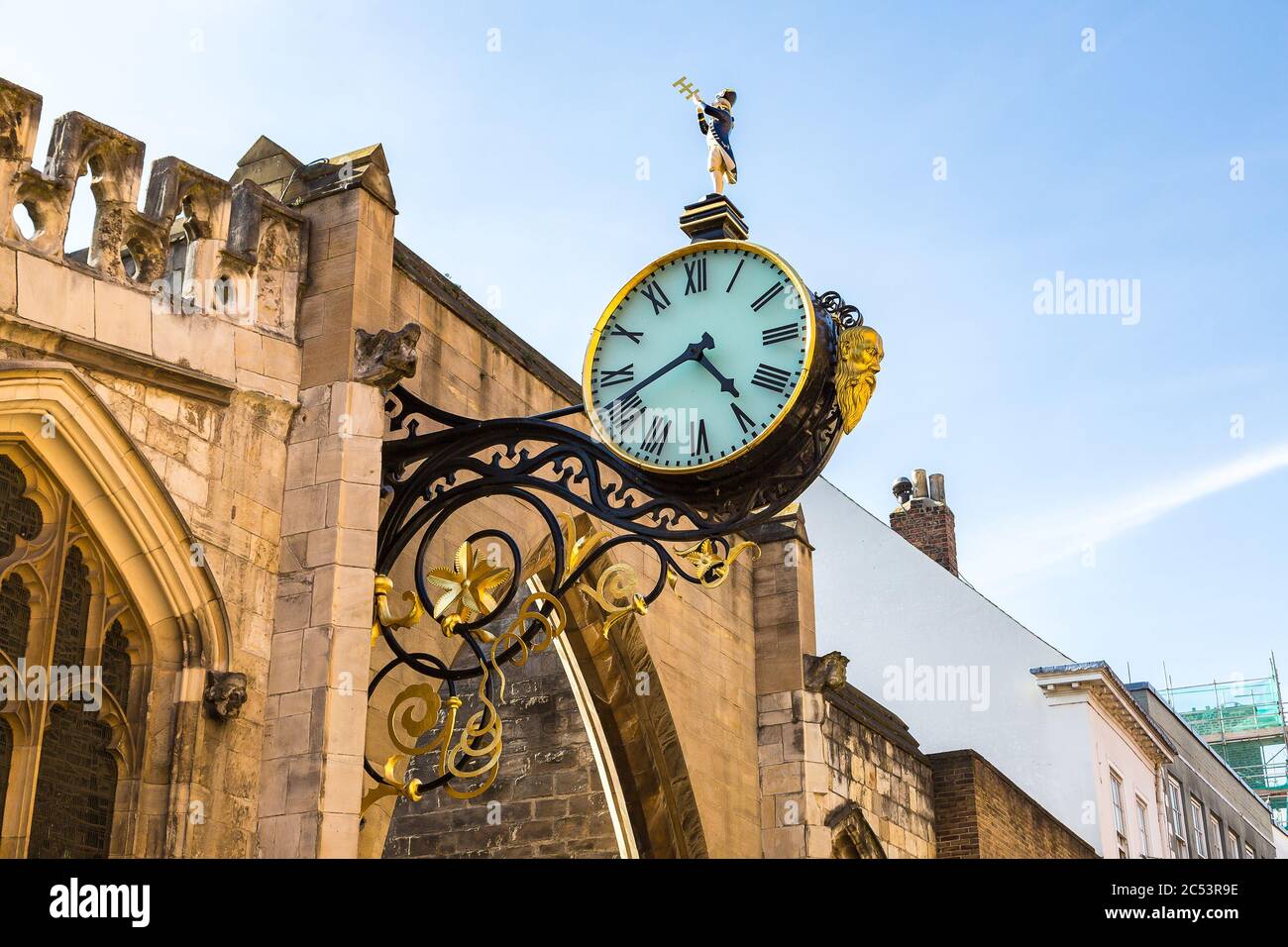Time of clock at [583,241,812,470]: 4:41
